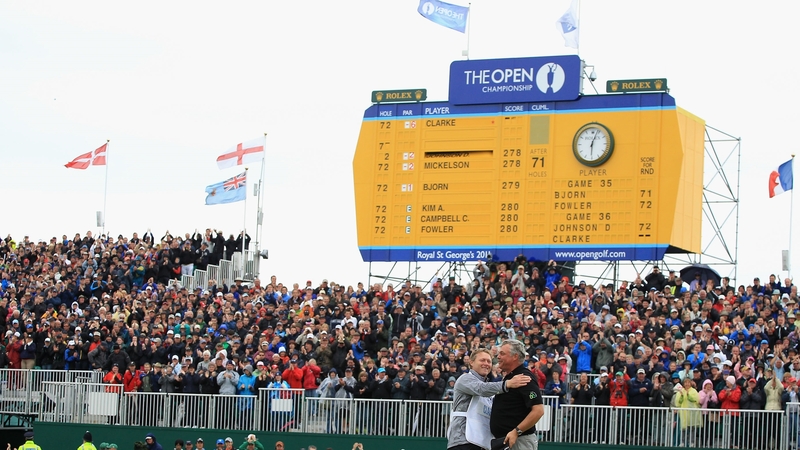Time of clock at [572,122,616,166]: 6:03
